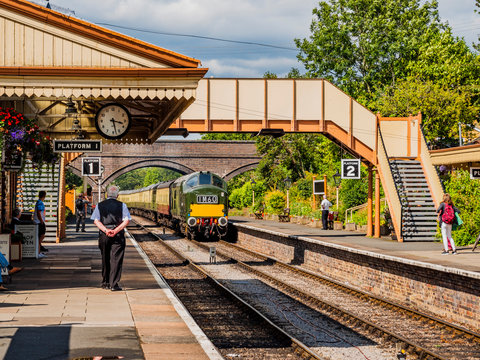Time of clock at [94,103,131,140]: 3:27
